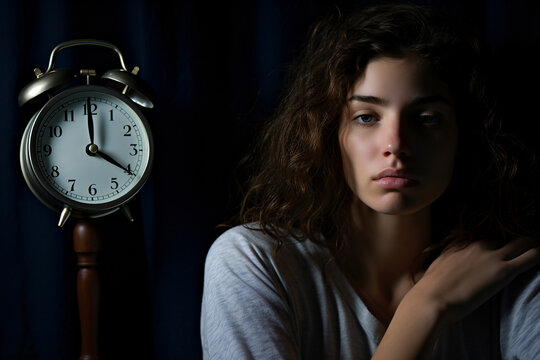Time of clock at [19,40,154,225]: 4:00
